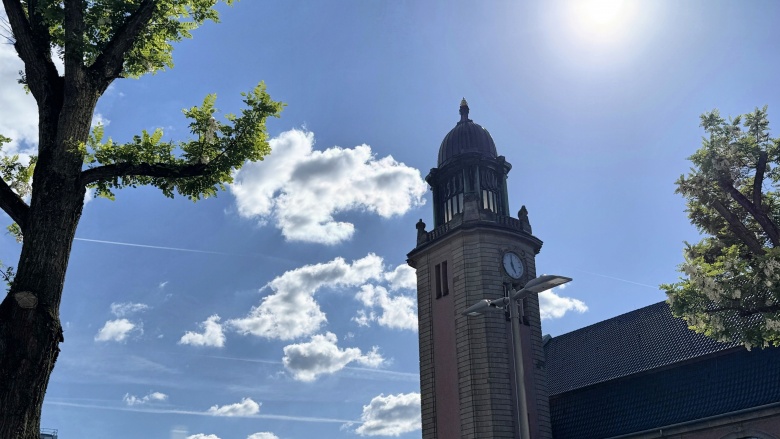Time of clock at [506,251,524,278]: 4:59
